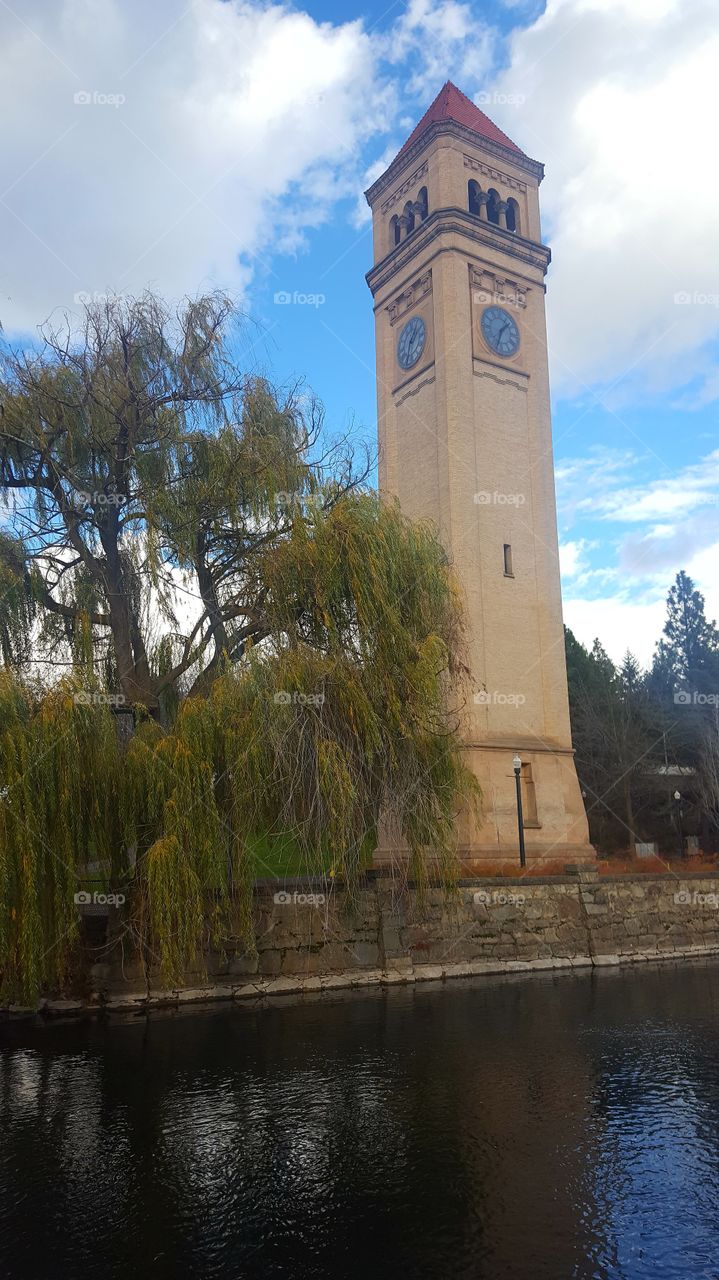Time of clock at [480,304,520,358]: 1:33
